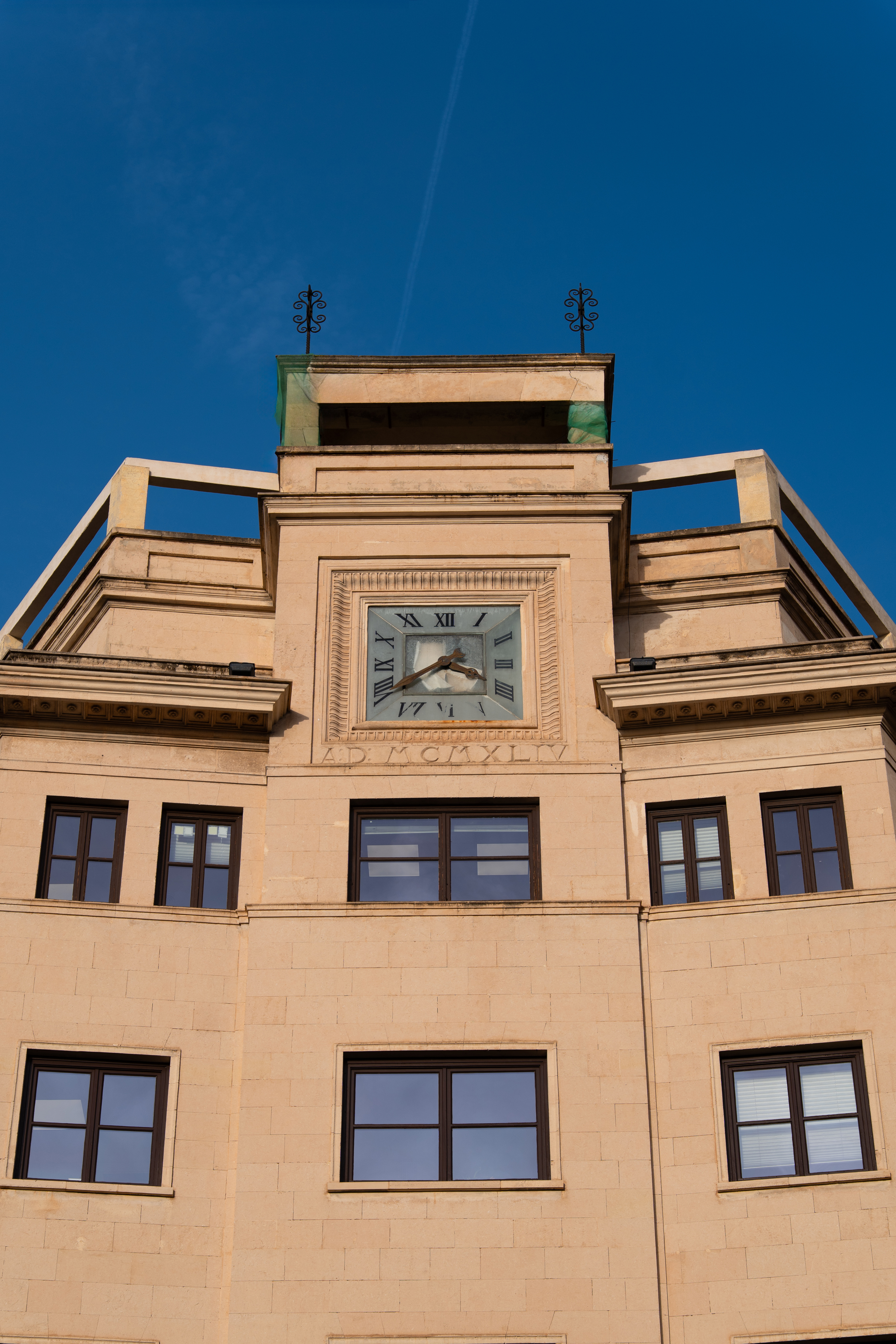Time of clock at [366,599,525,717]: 3:39
